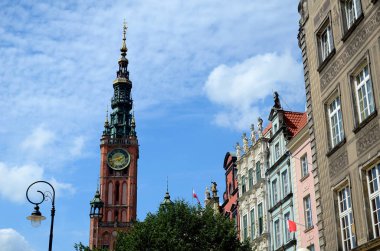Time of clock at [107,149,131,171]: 1:41
